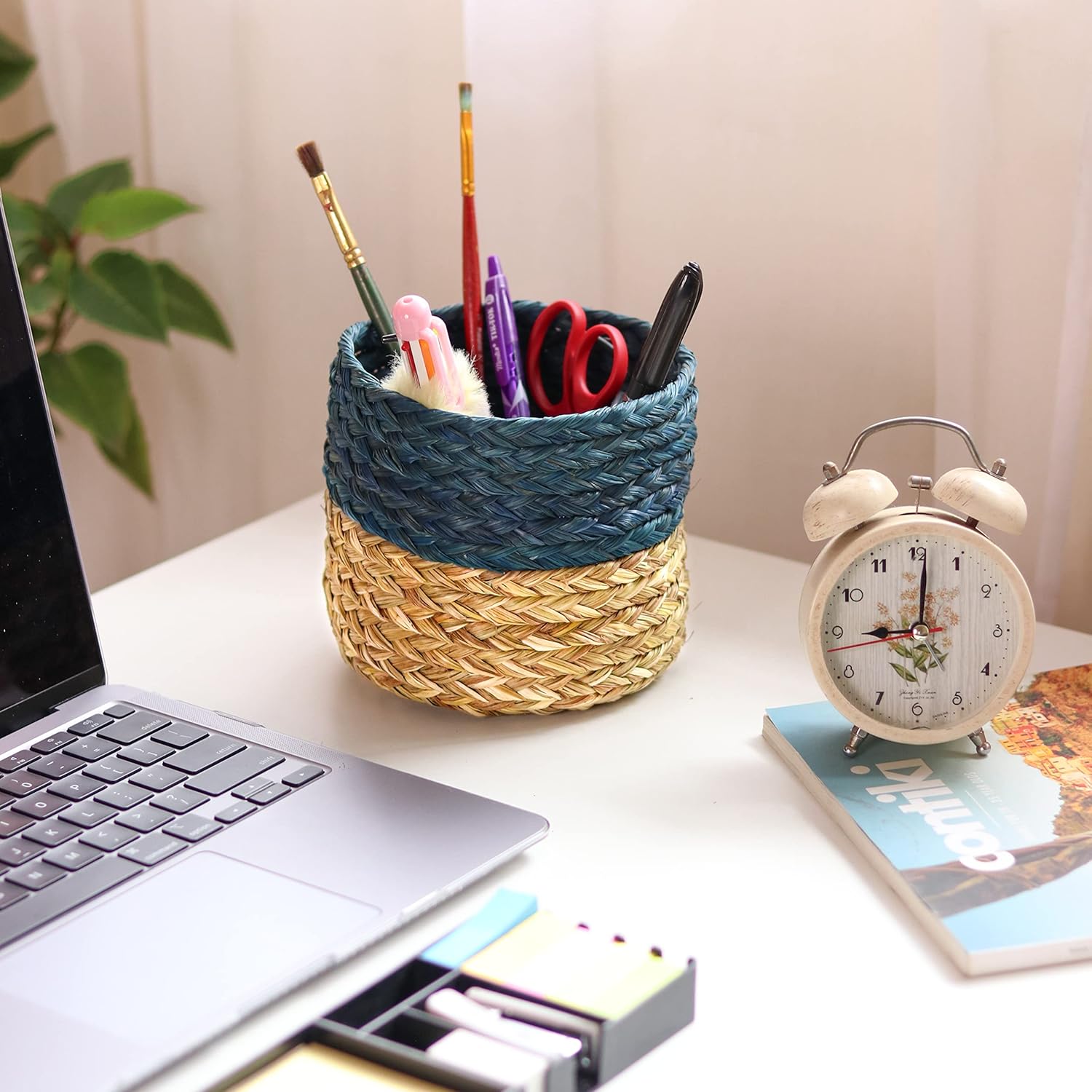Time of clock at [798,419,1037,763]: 9:01
